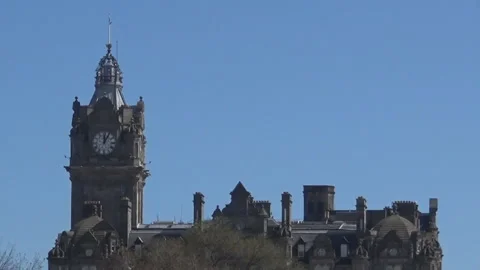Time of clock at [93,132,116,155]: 12:05
